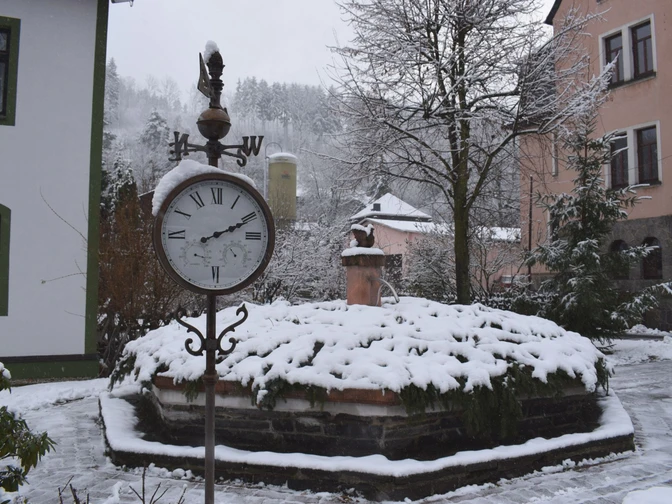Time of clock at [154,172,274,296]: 2:10
